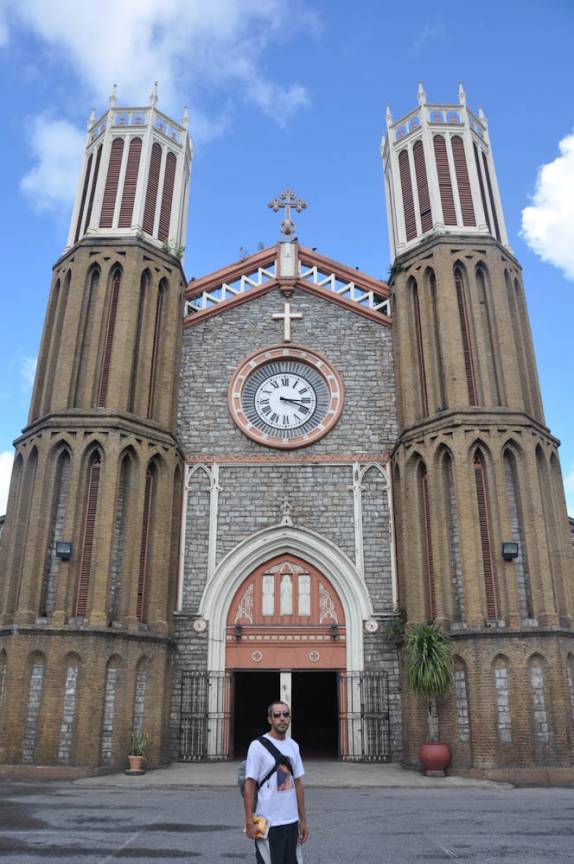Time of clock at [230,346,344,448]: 3:18
